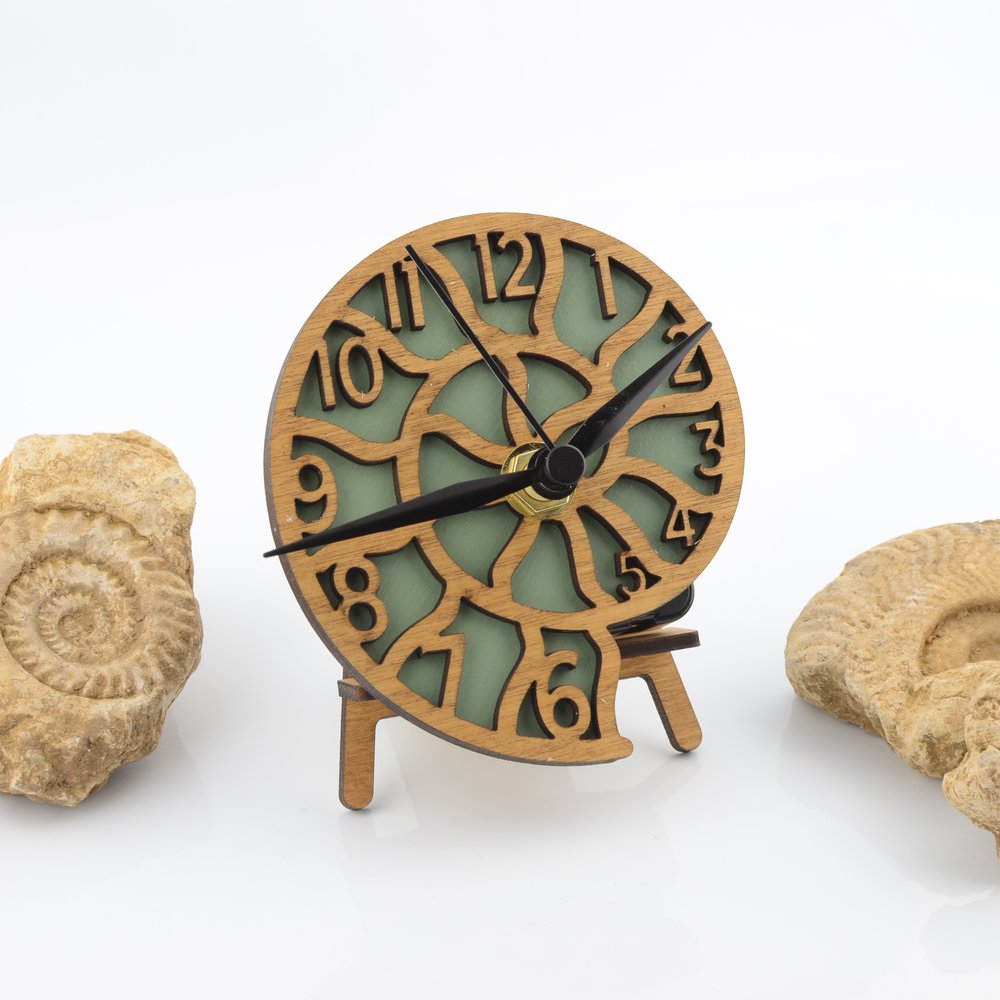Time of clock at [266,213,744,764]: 1:42
